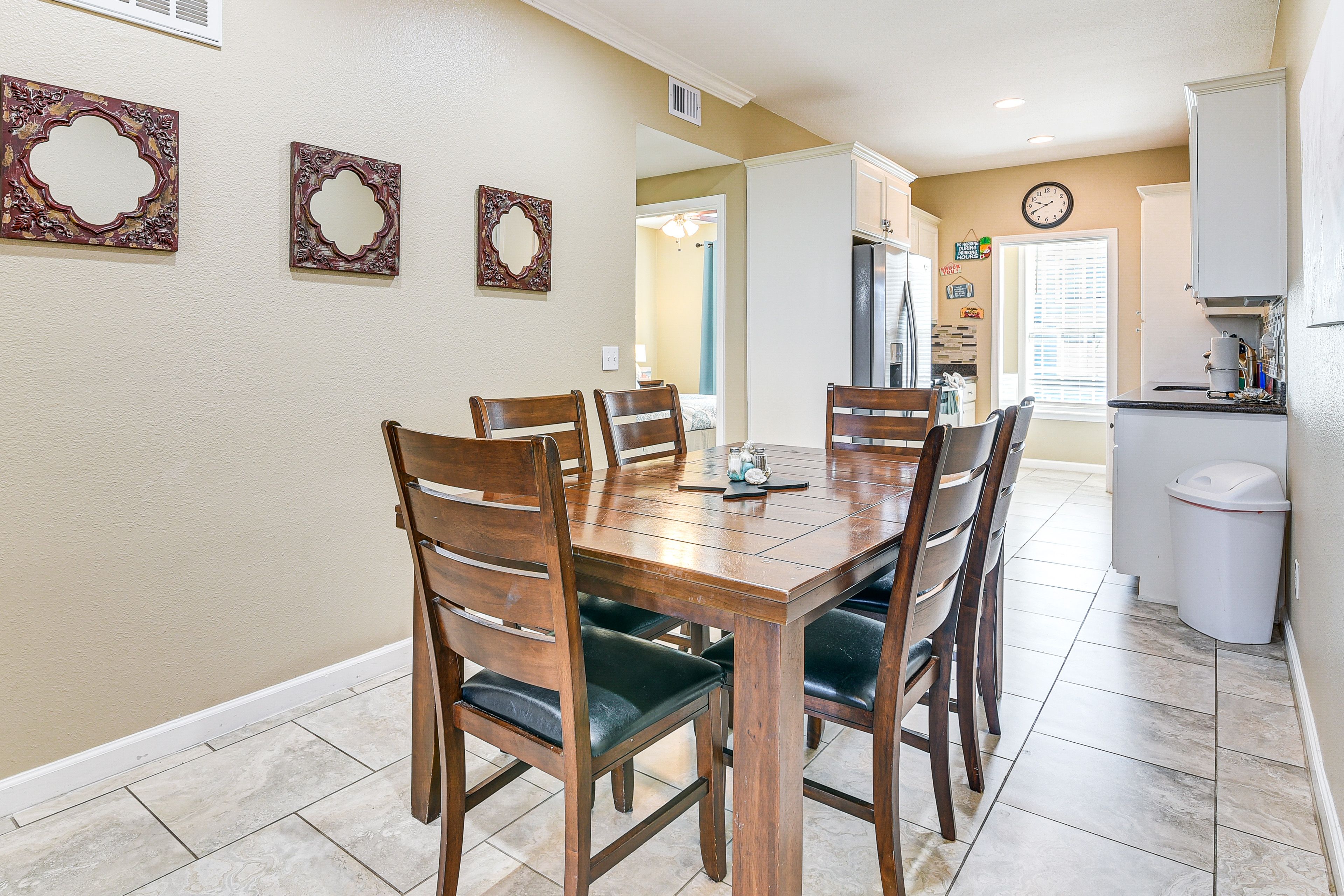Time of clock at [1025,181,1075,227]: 9:40
